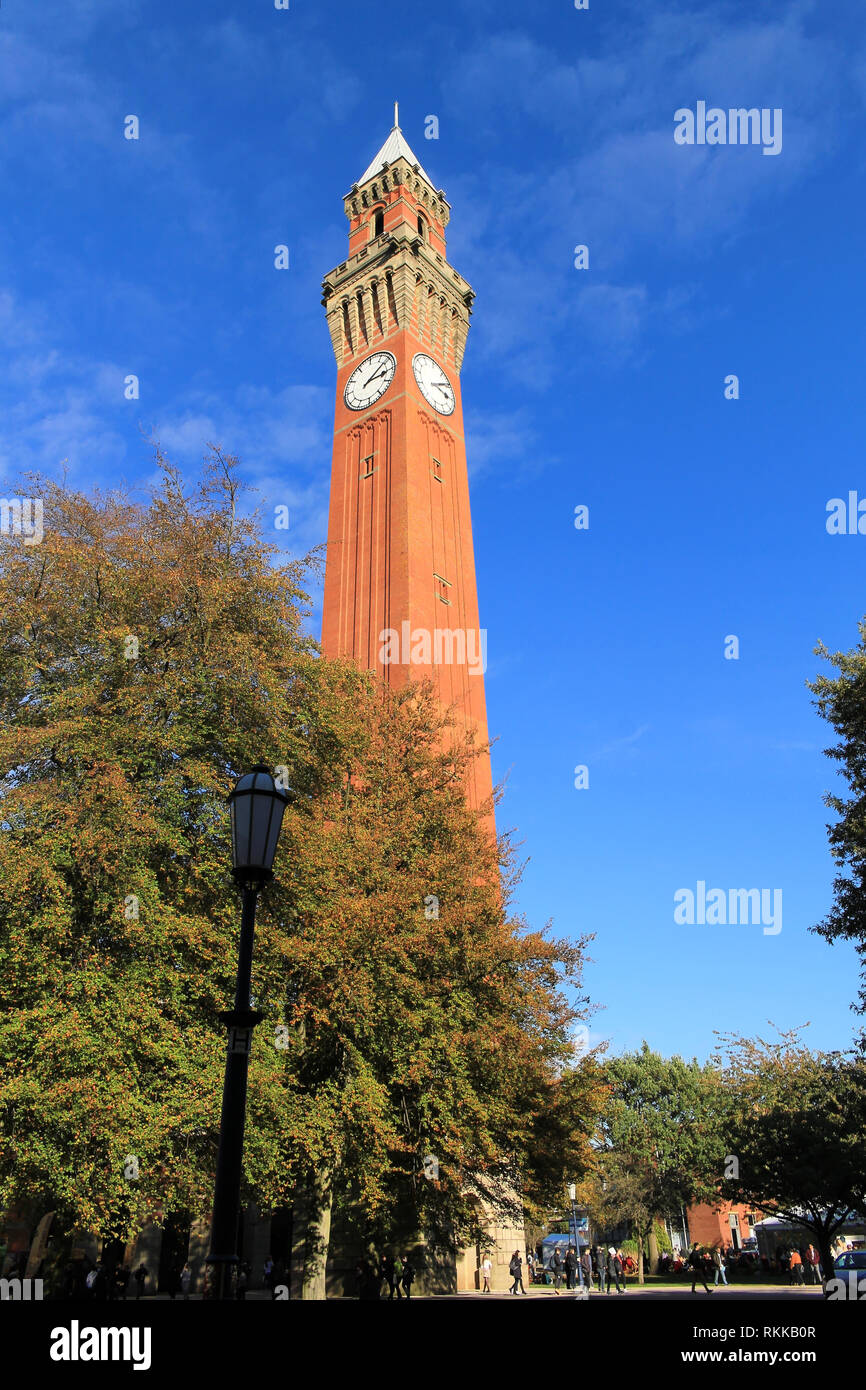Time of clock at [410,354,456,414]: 4:14
